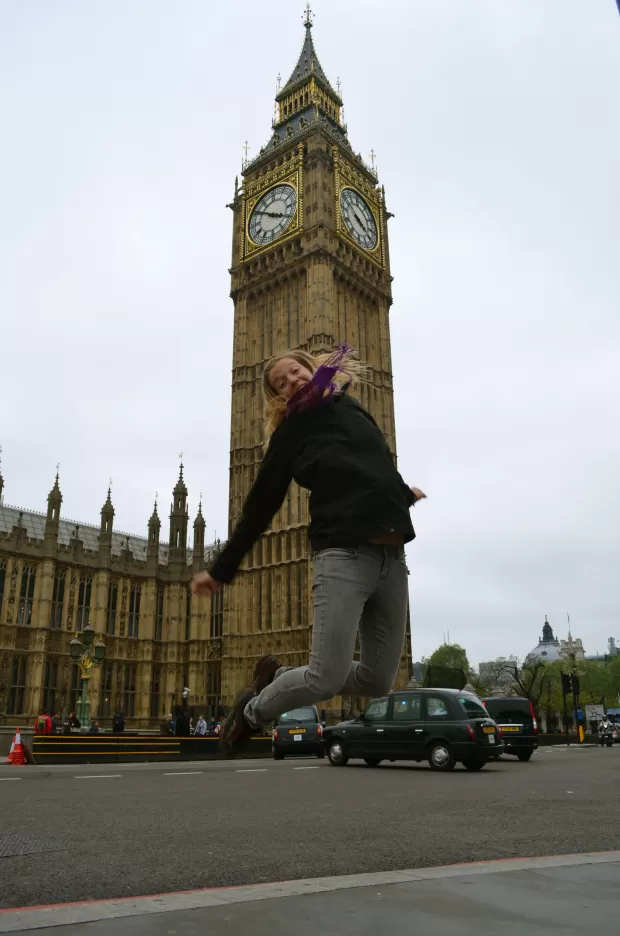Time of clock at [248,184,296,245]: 3:50
